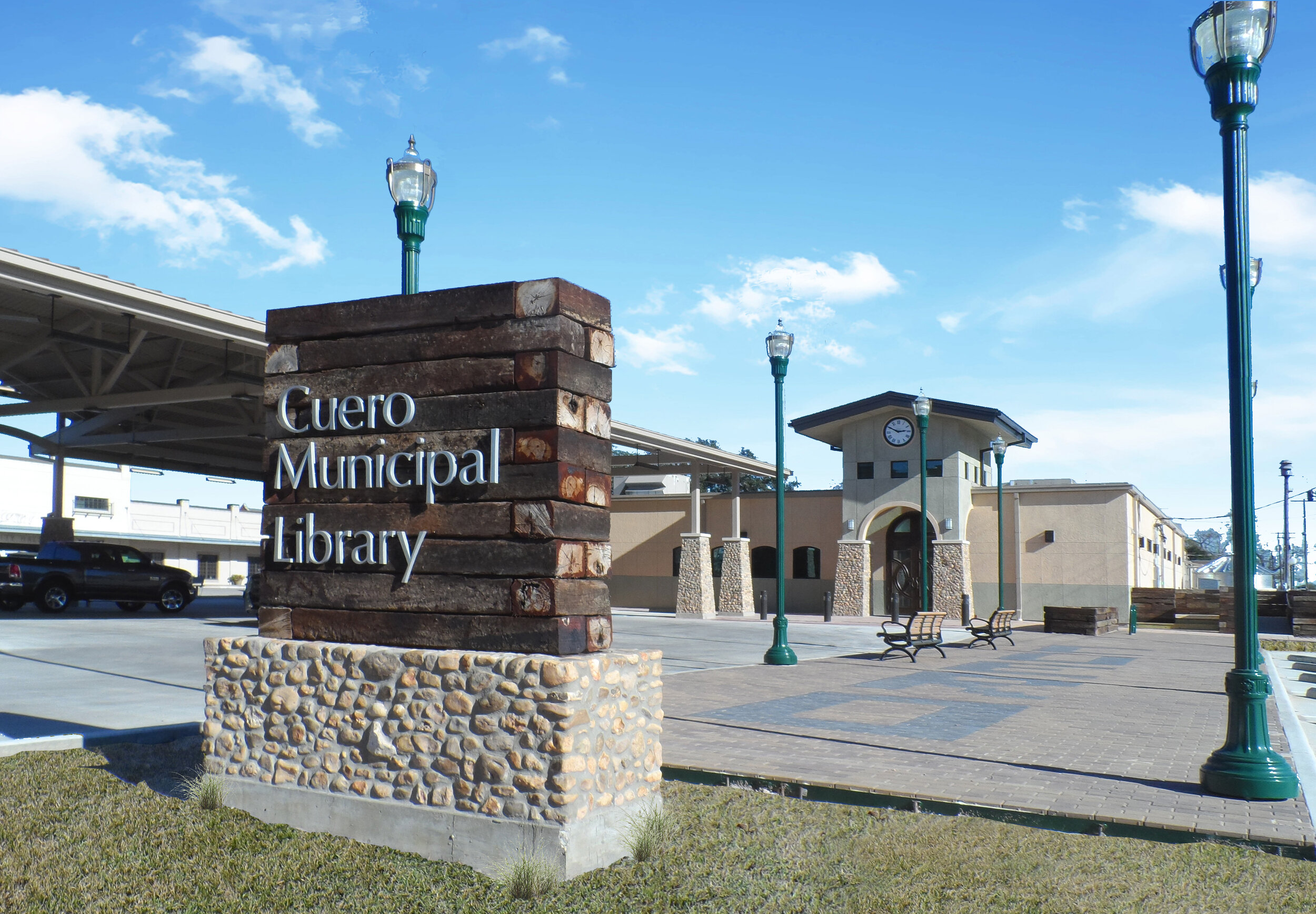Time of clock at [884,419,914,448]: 2:49
